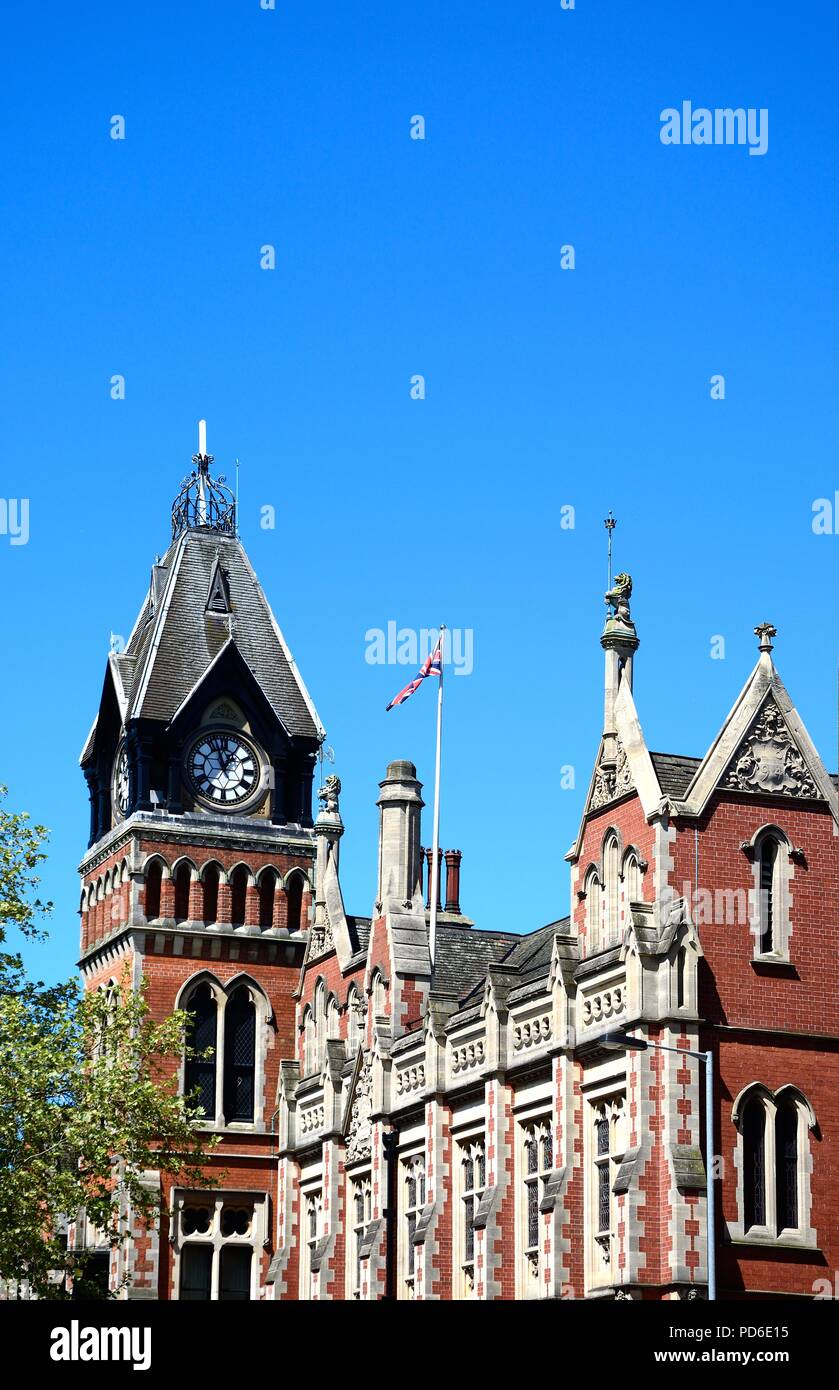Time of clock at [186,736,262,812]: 12:57
